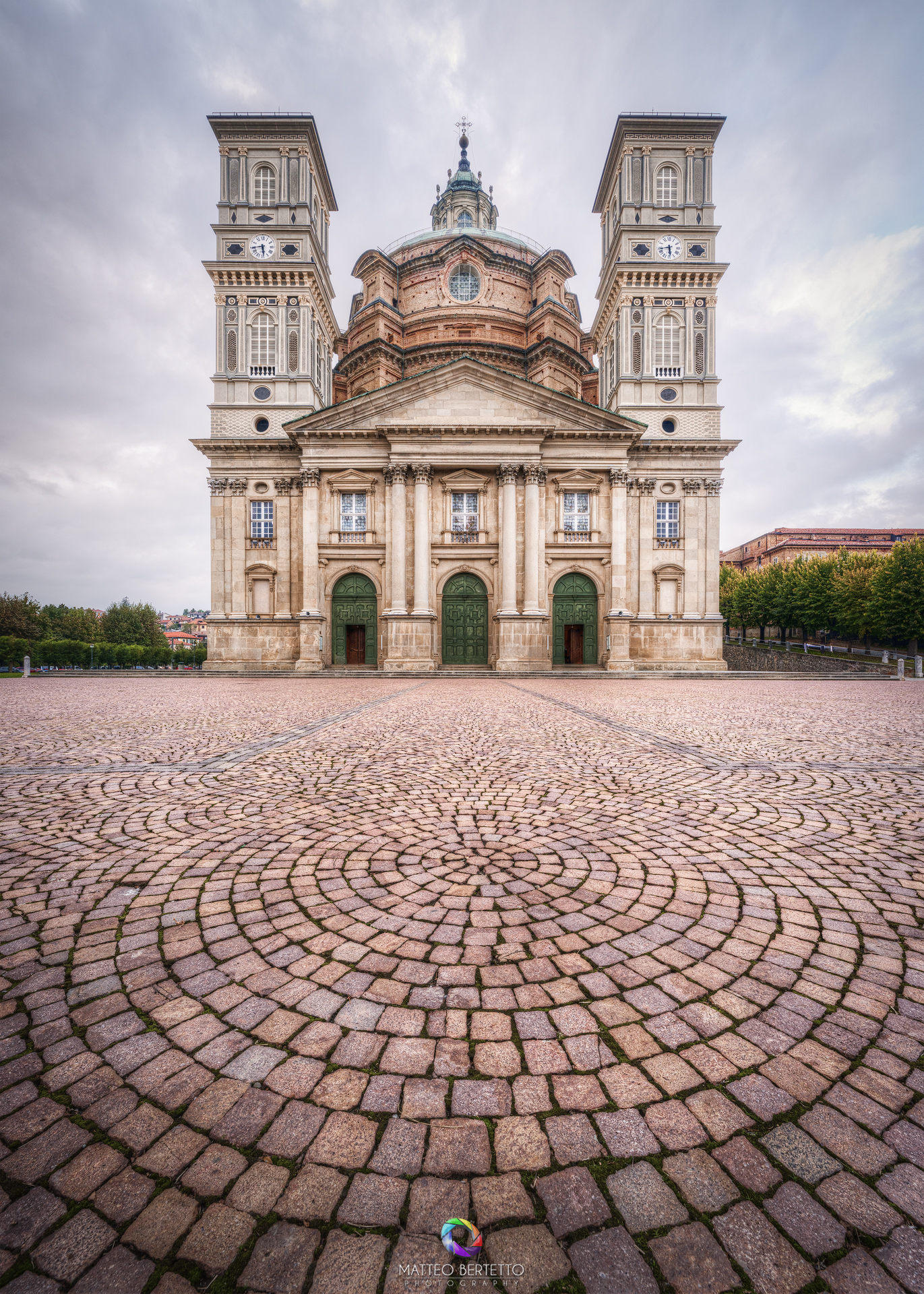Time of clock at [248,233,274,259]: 5:44
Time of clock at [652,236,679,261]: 5:43
